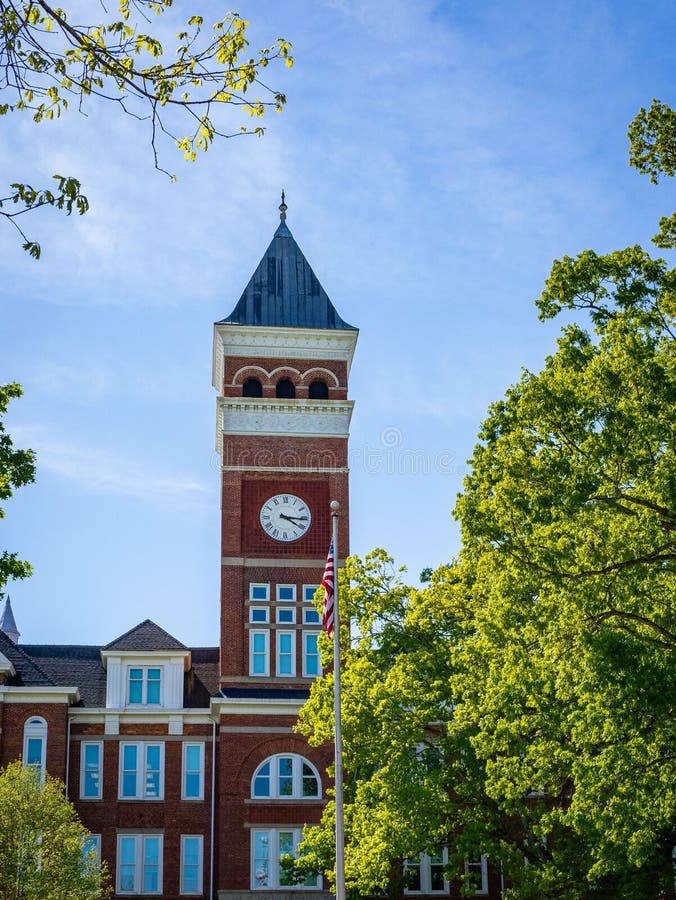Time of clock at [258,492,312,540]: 4:16
